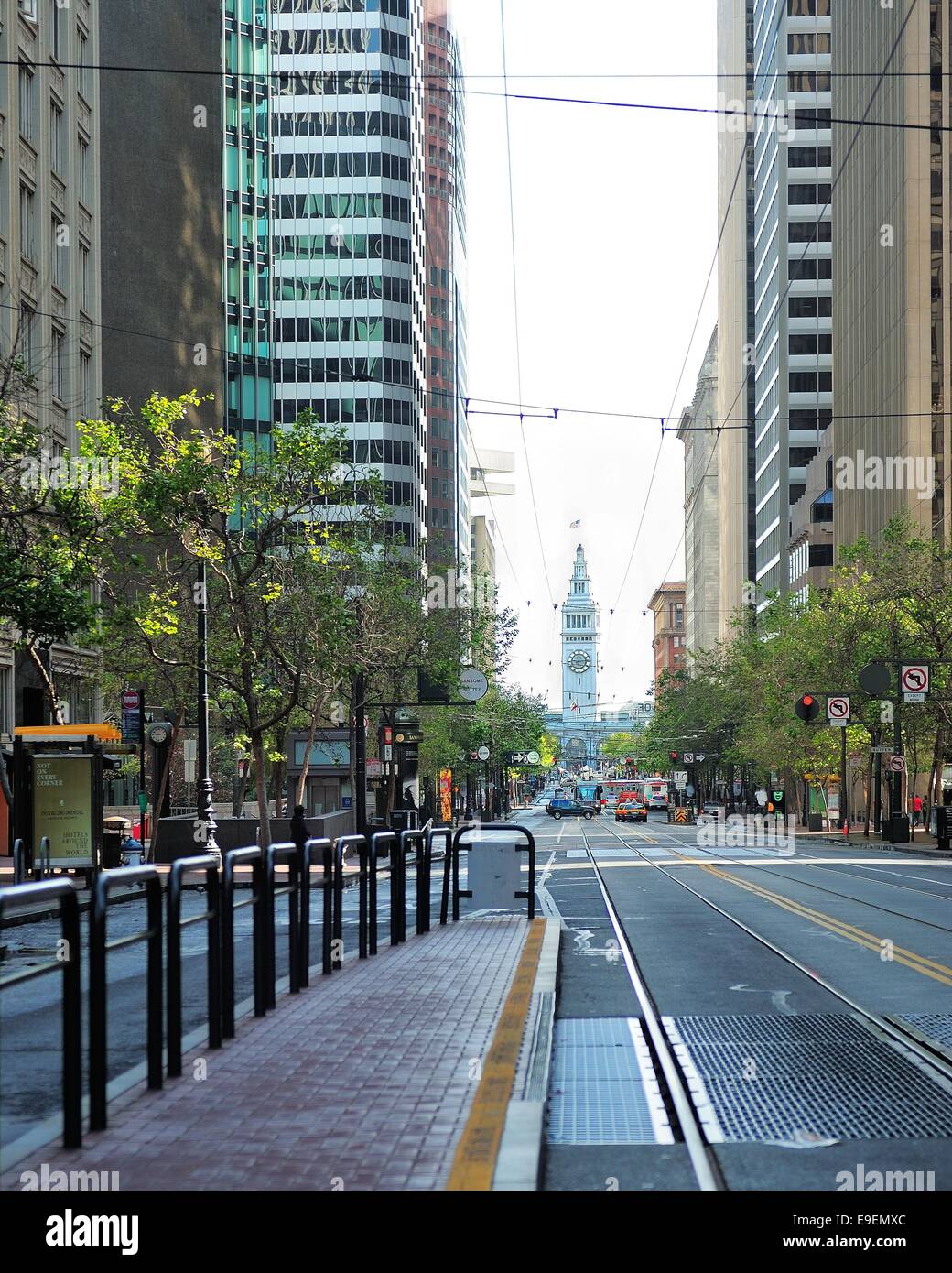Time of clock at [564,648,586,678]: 9:13
